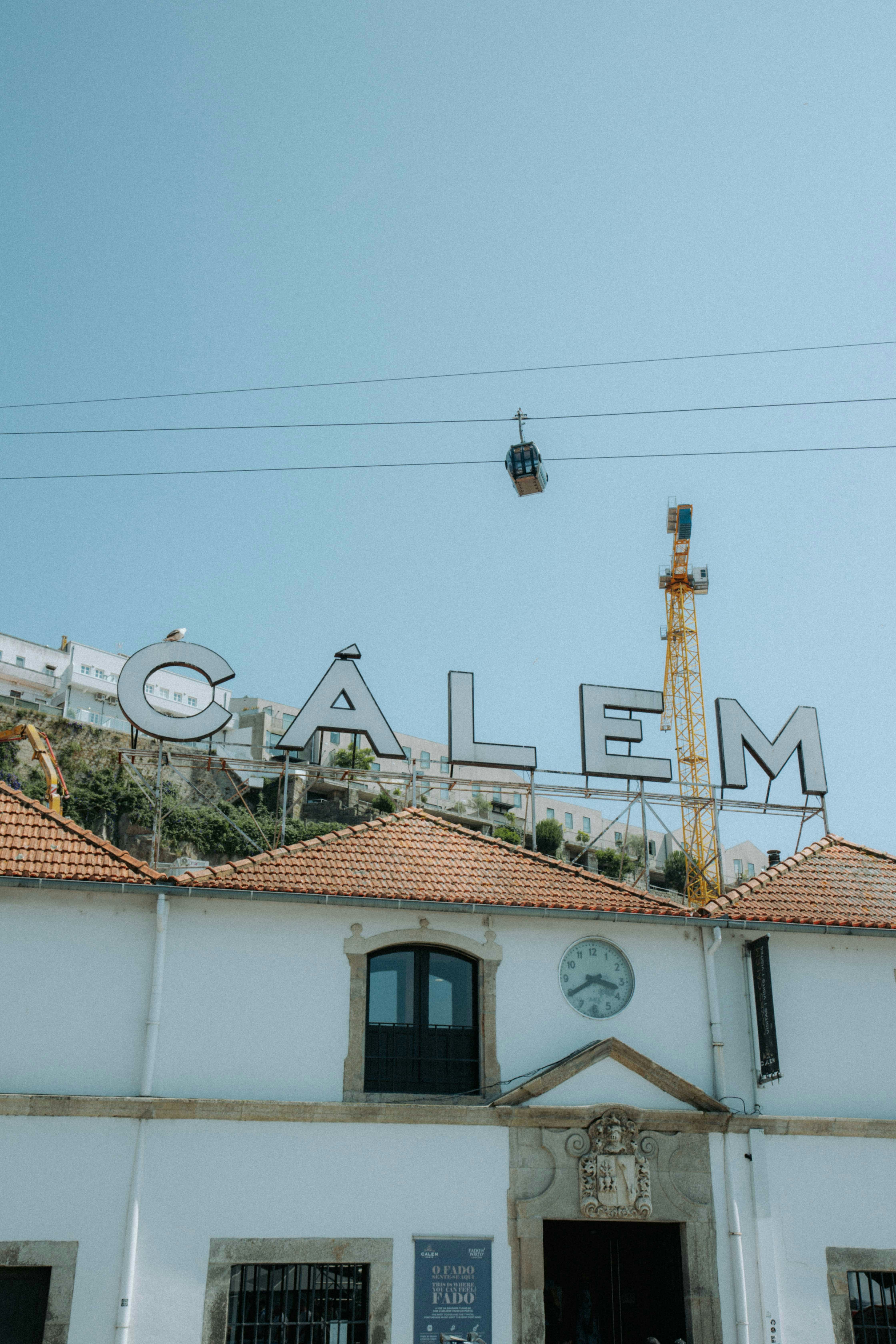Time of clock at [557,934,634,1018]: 3:39
